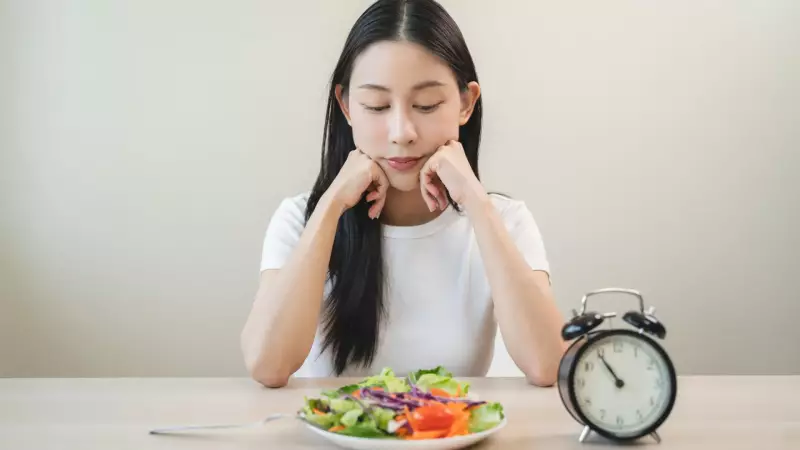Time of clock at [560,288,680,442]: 10:54
